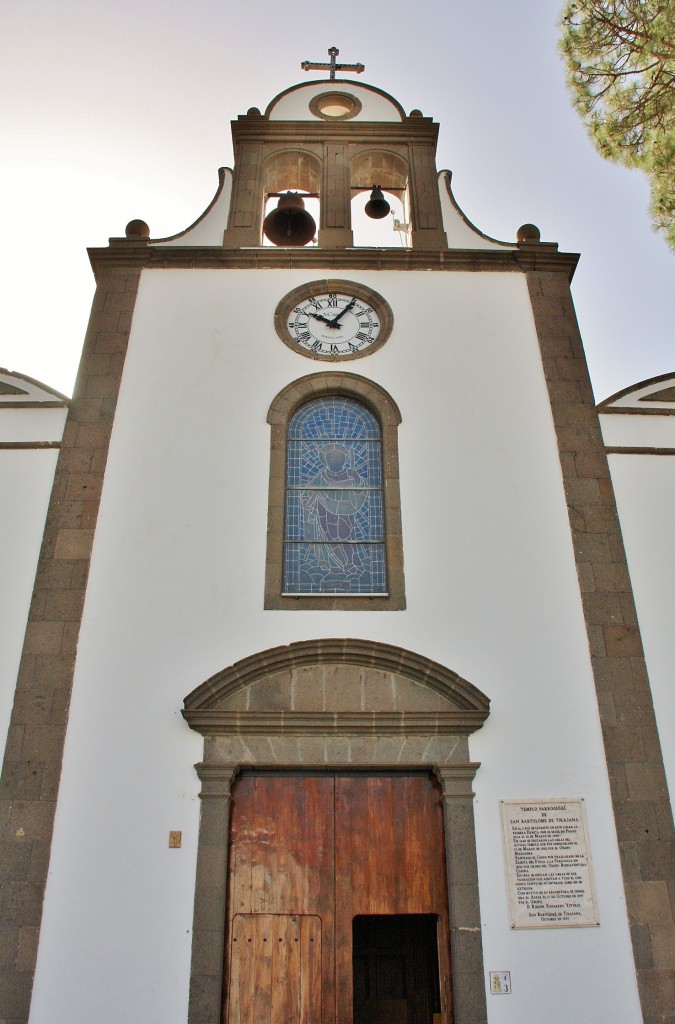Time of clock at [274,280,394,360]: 10:05
